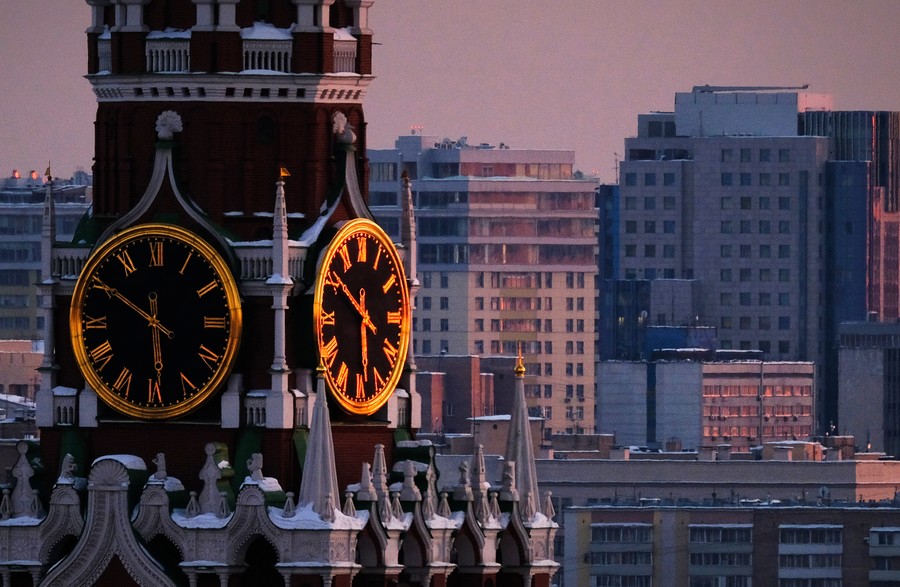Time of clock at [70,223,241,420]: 5:50
